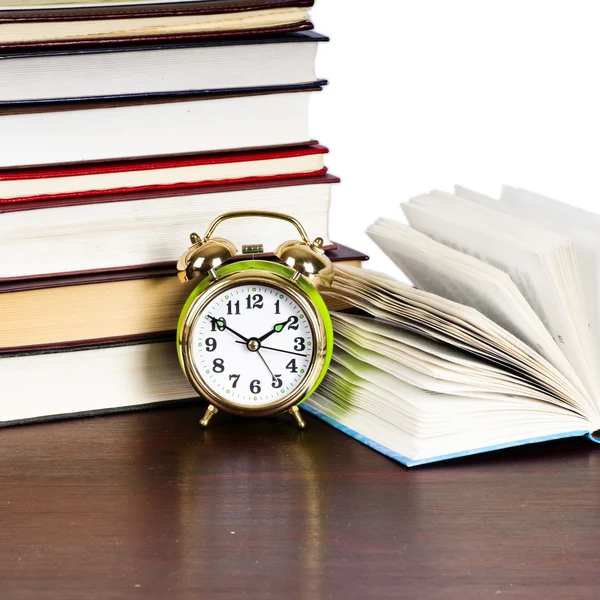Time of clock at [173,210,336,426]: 1:50
